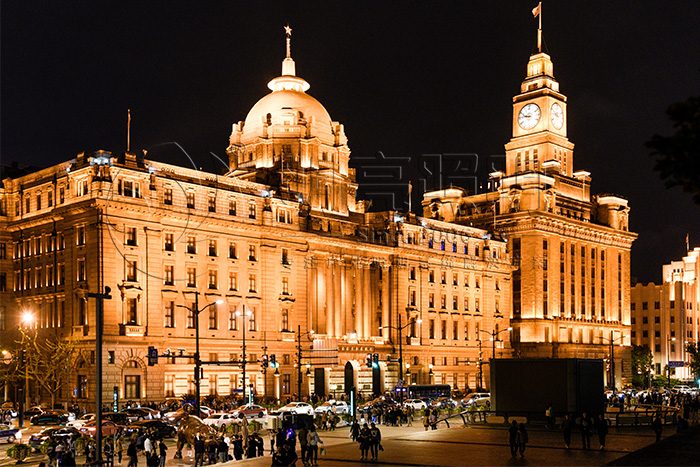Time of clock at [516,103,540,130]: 9:45
